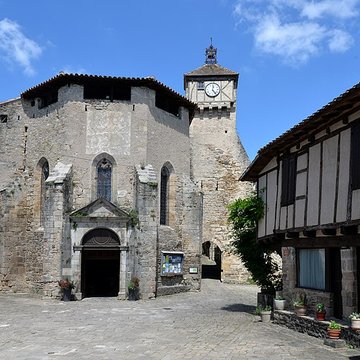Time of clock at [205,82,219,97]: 12:23
